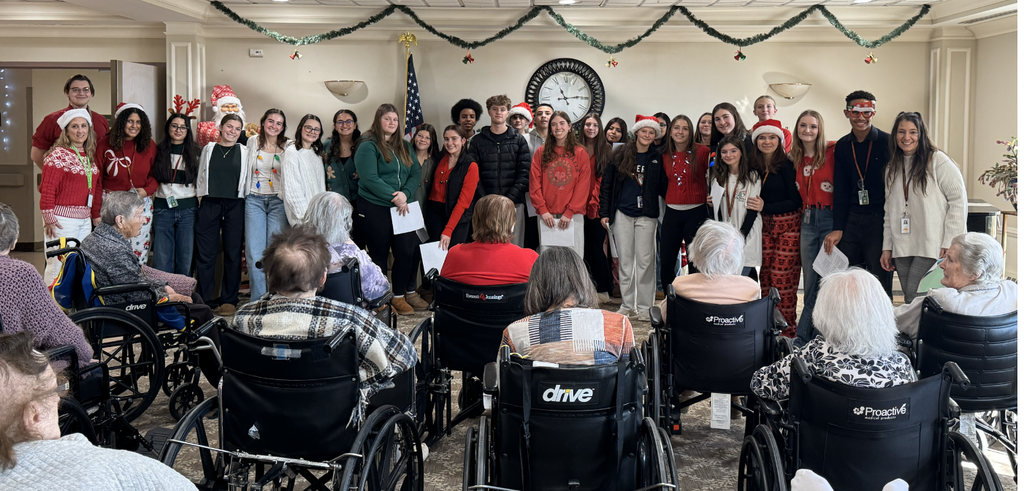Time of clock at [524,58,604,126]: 11:14
